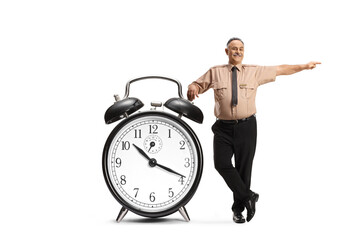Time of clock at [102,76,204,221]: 10:18
